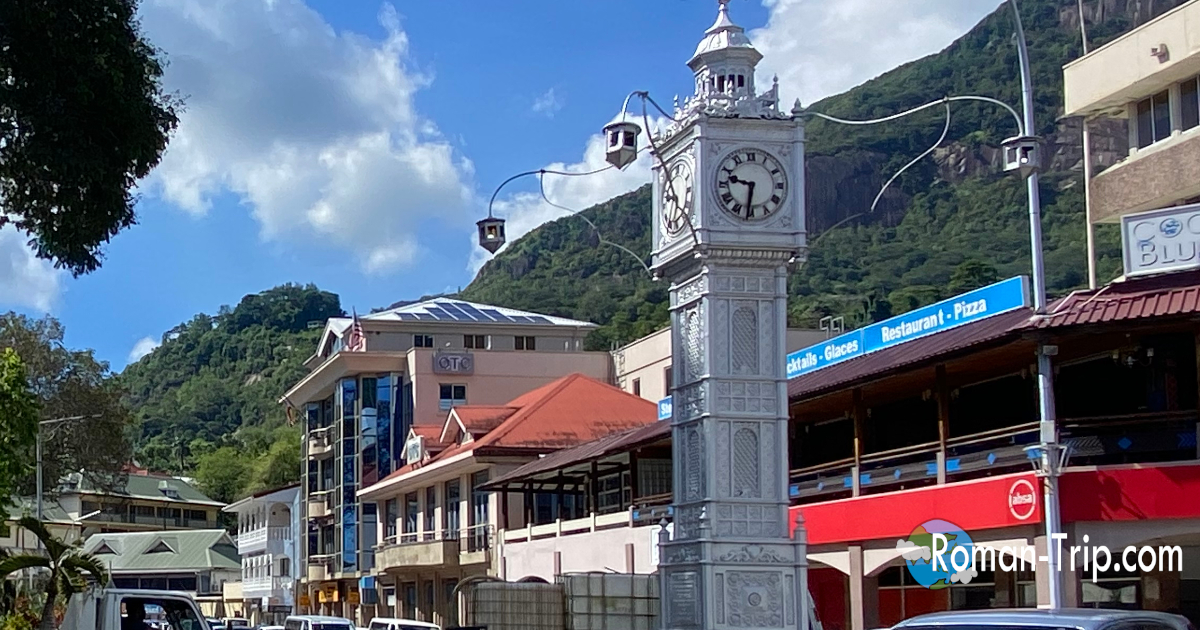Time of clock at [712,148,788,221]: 9:31
